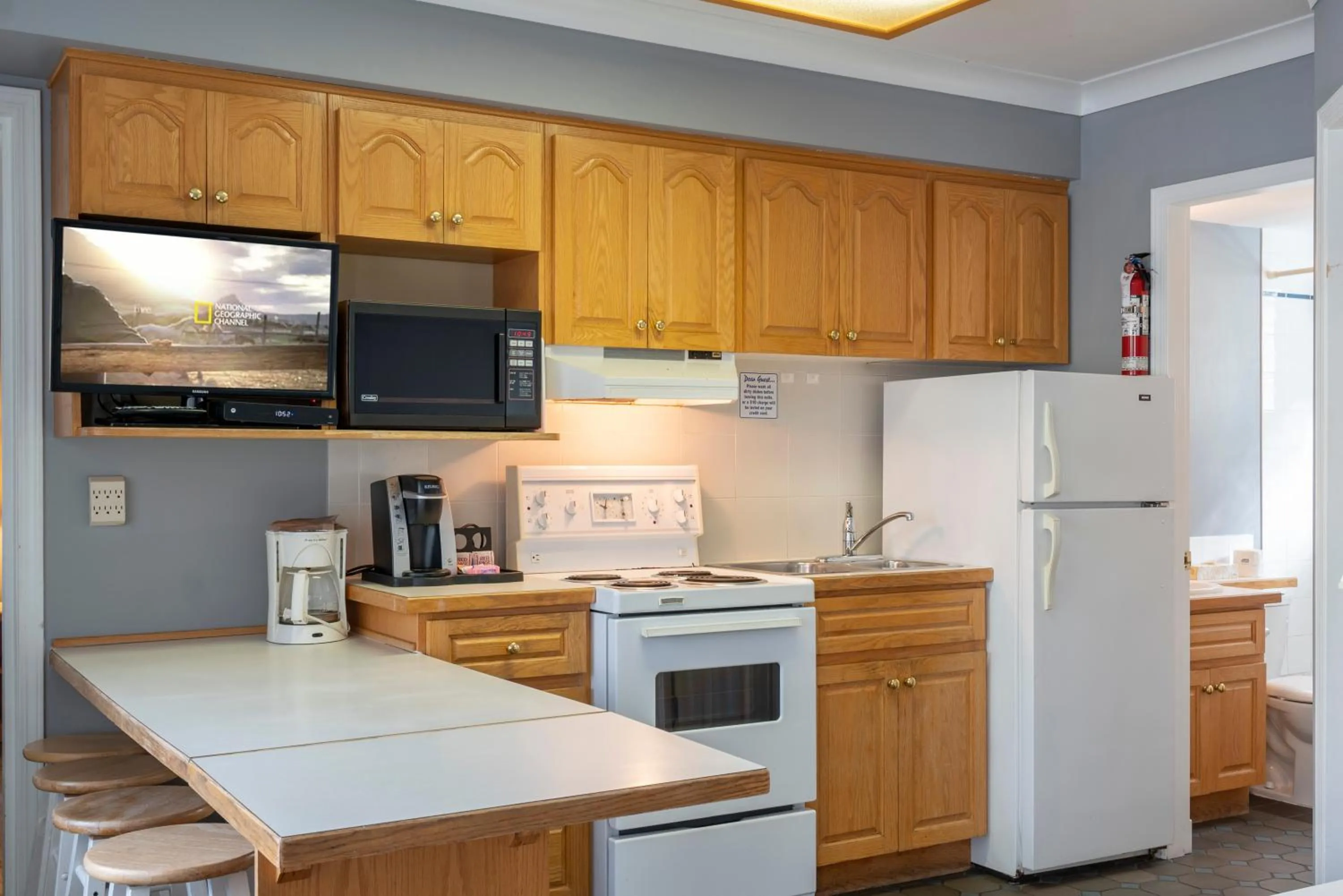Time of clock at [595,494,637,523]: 10:00
